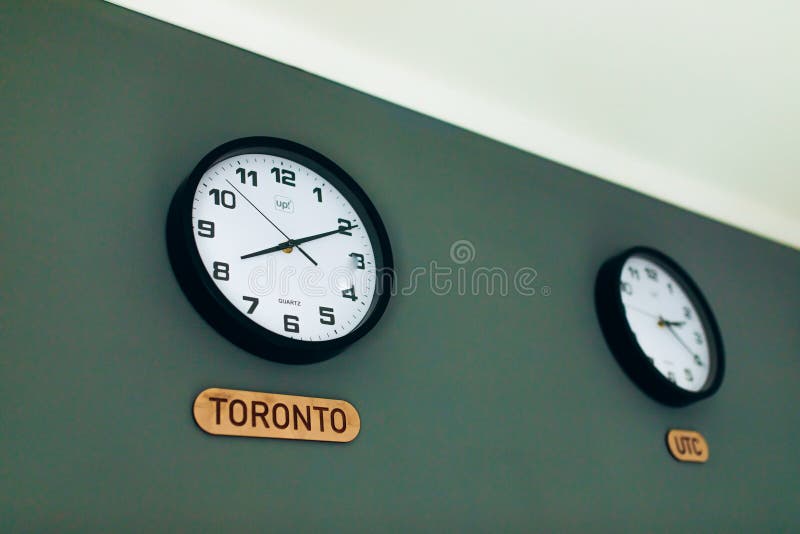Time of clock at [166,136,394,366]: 8:10
